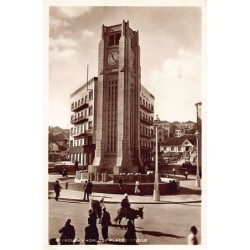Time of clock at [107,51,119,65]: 11:22
